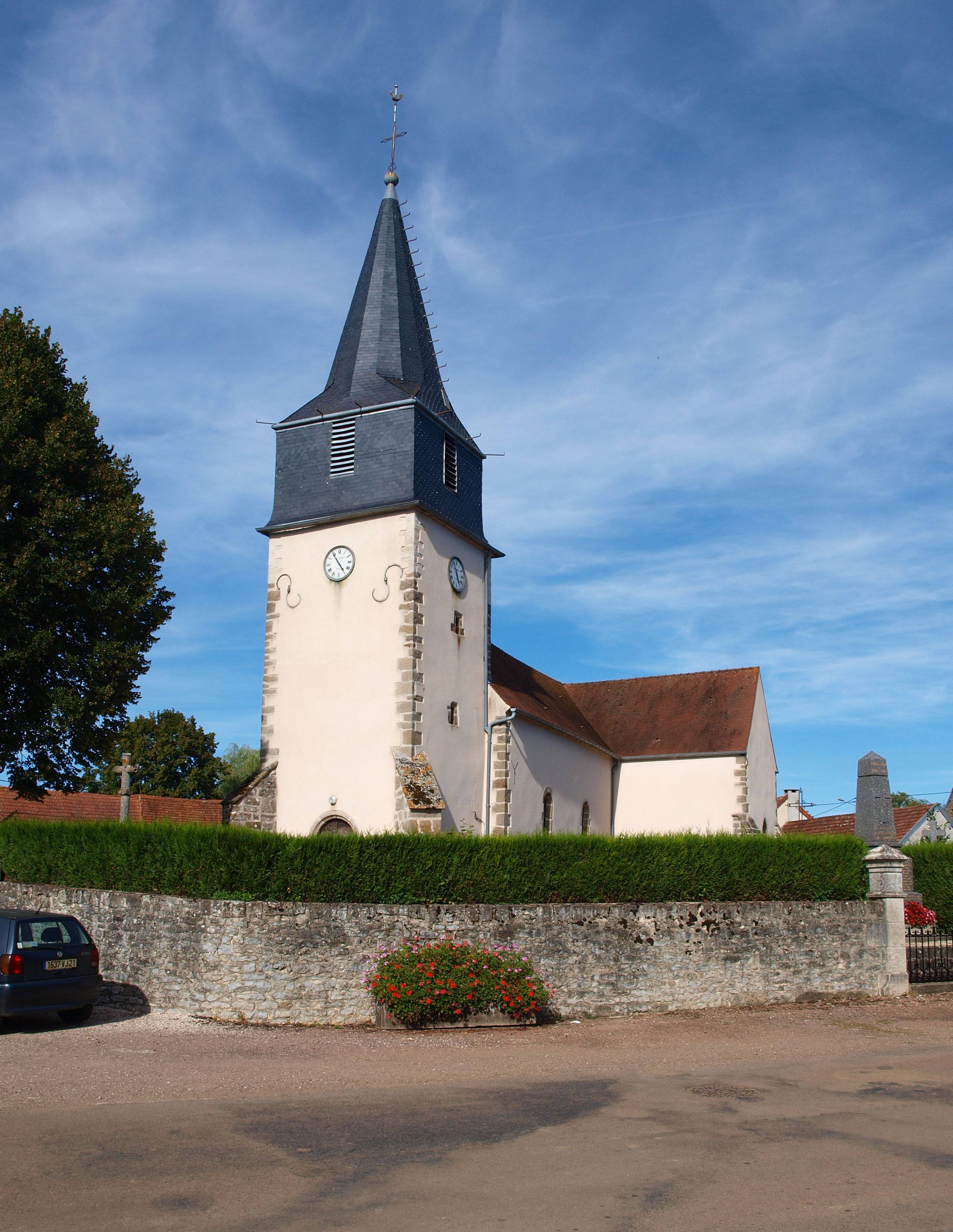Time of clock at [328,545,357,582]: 4:54
